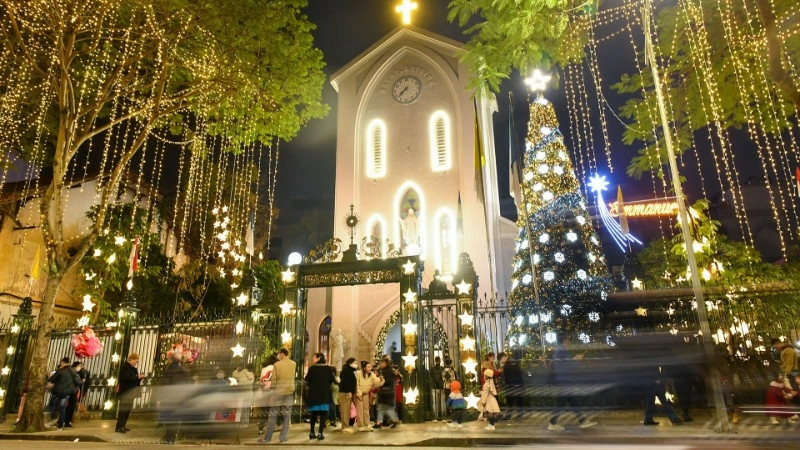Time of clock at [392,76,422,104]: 7:37
